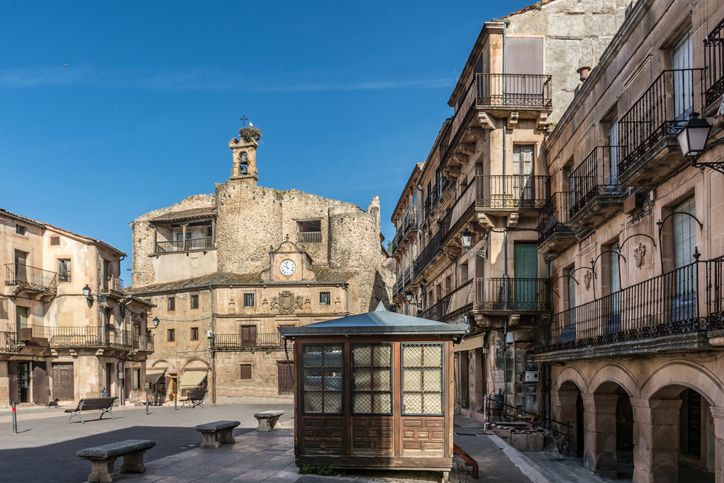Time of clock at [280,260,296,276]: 9:57
